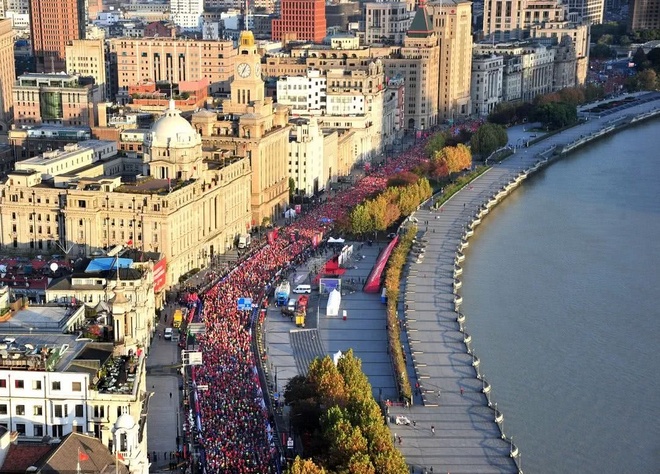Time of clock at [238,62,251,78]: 7:04
